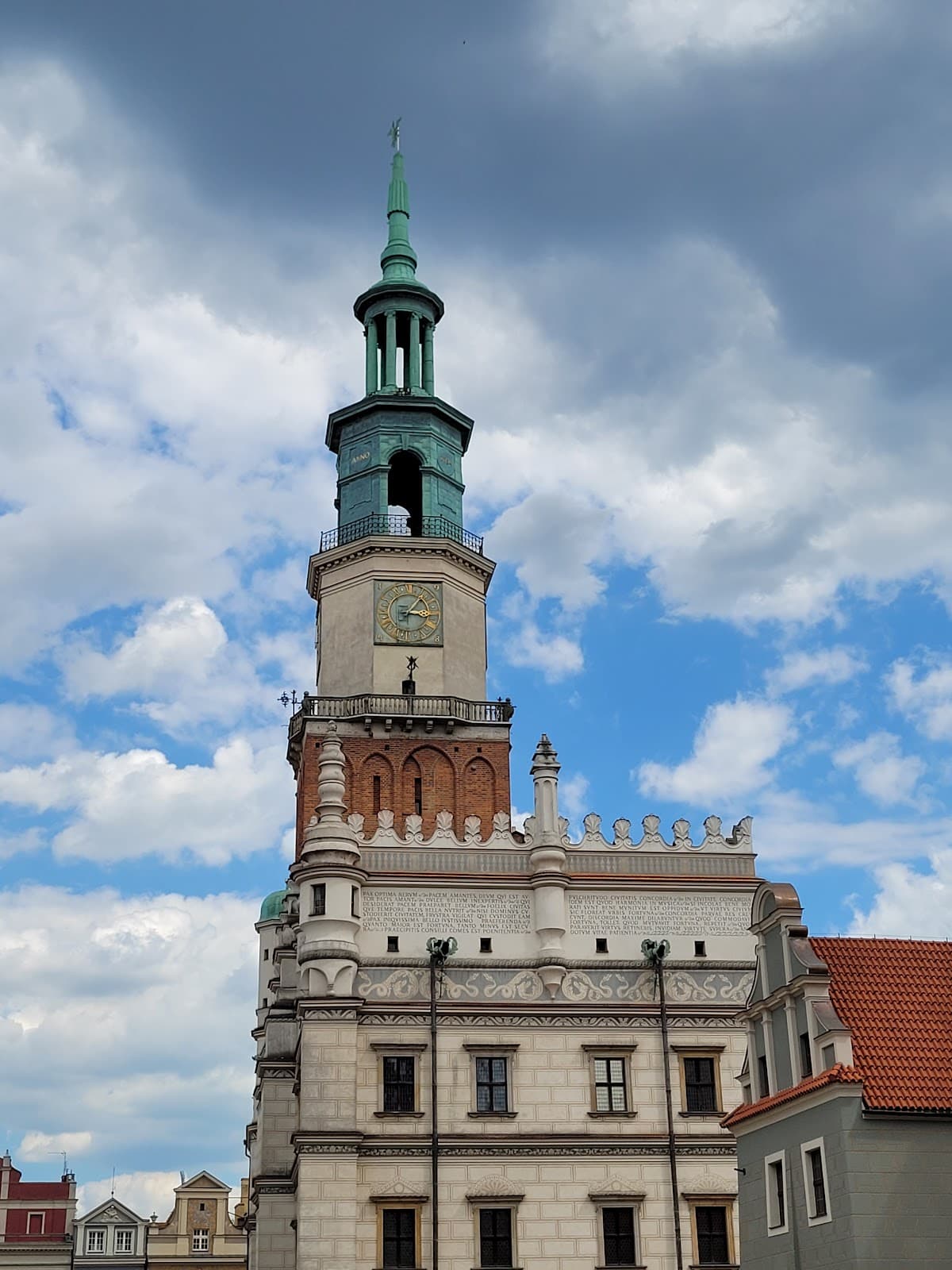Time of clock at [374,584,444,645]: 3:06
